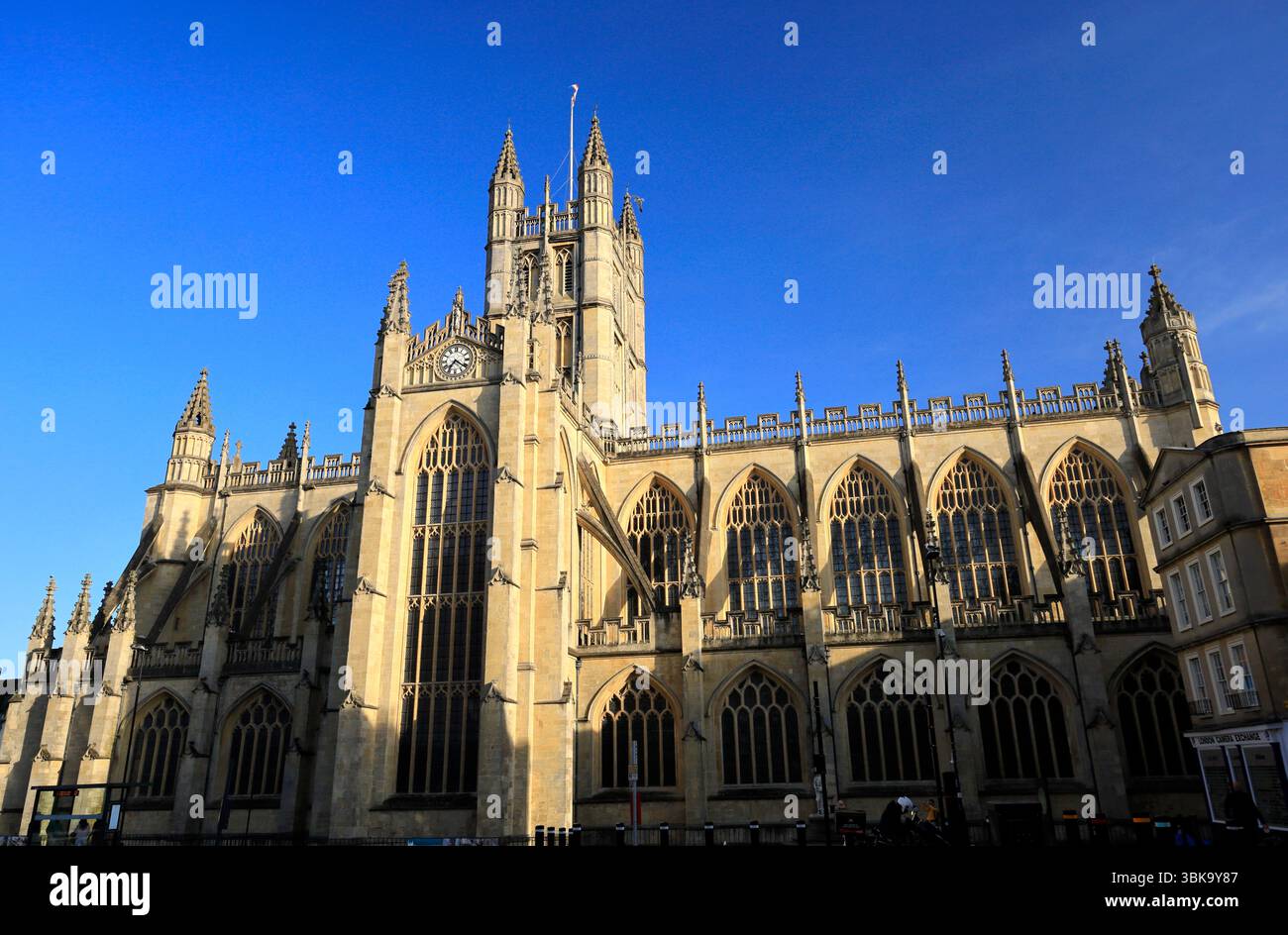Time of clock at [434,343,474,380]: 7:21
